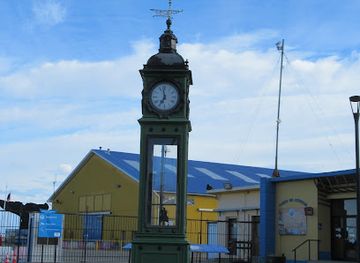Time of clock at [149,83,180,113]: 6:58
